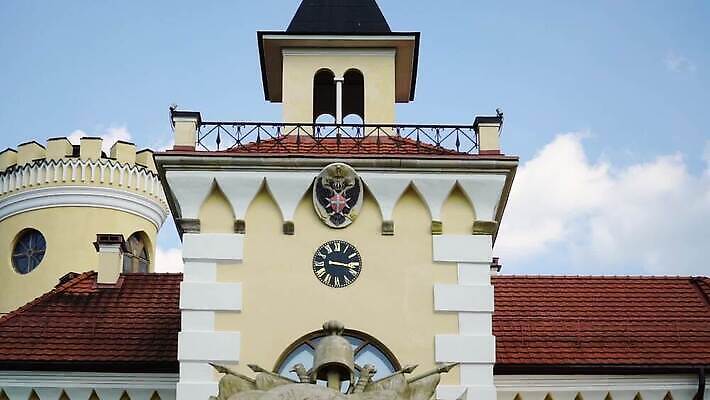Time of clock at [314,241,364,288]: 3:16
